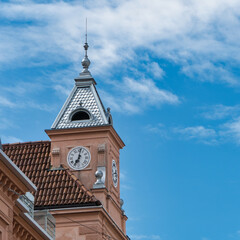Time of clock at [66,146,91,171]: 7:01
